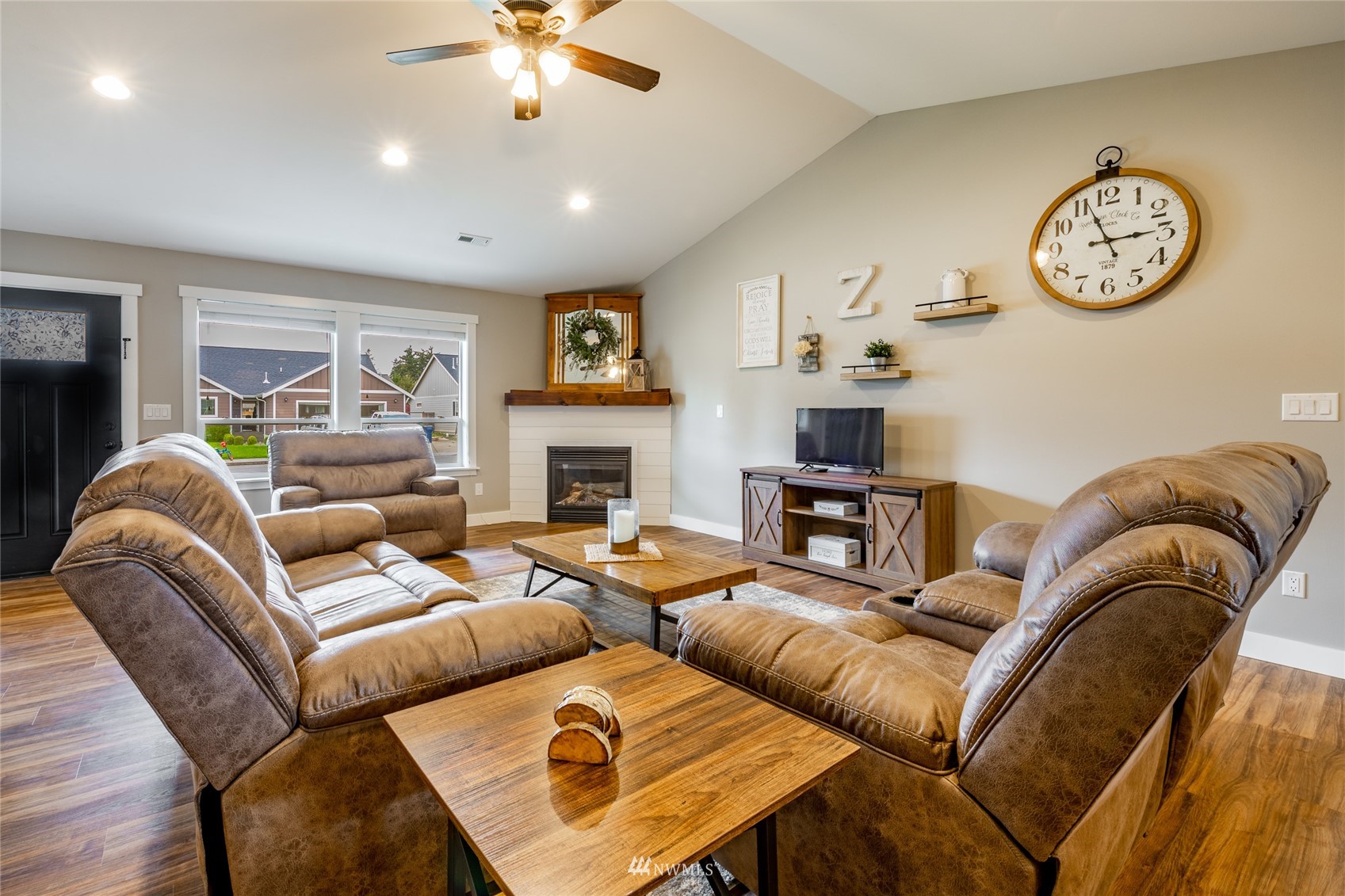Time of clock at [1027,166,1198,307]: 2:56
